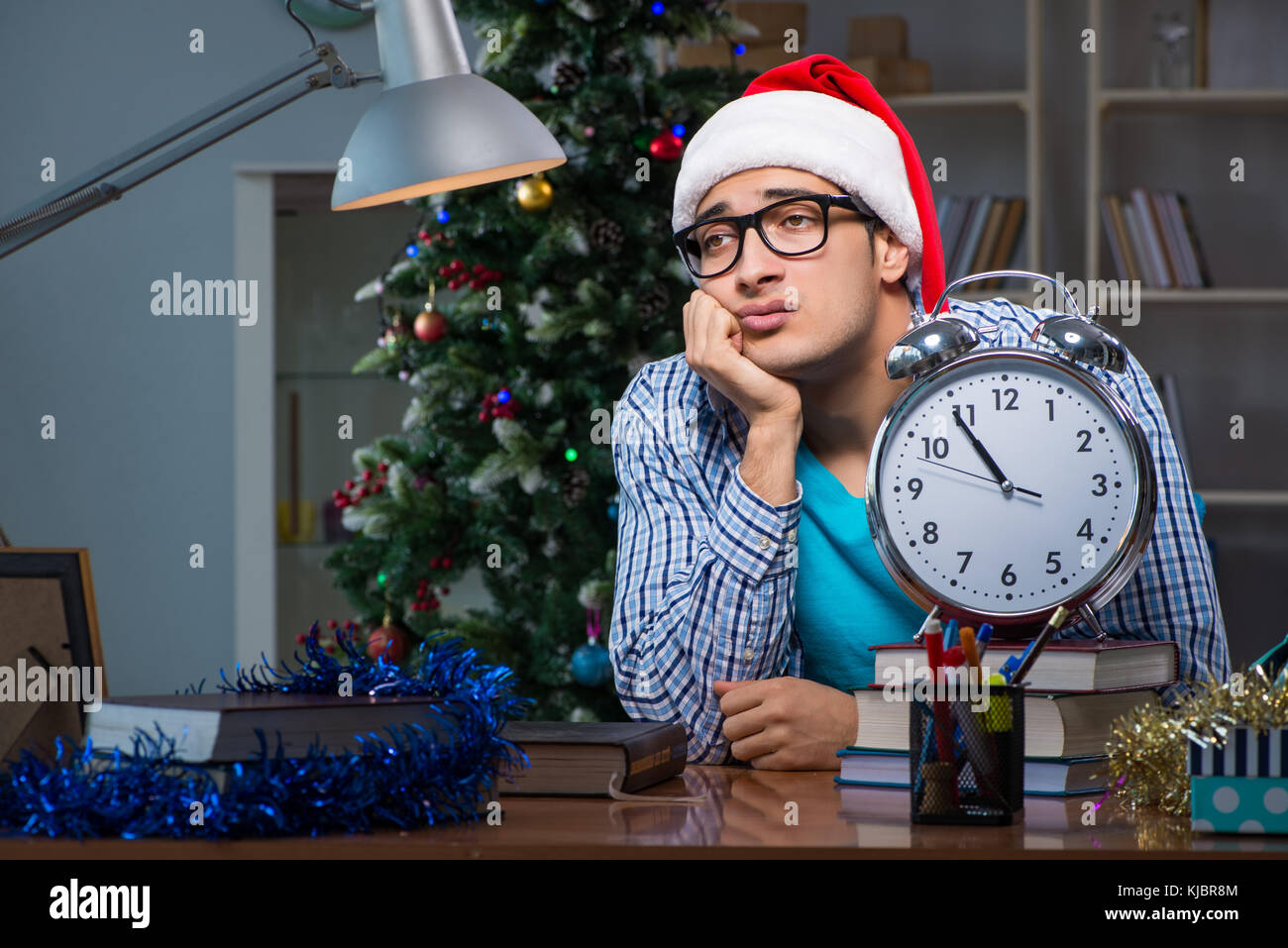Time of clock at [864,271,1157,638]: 10:54
